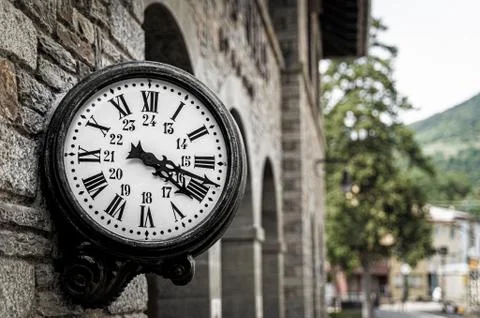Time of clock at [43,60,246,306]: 4:17
